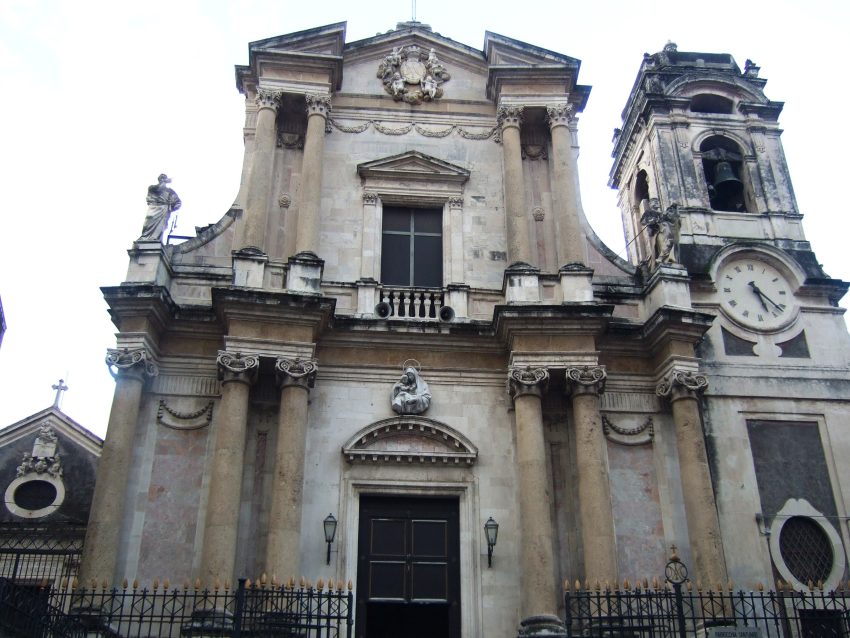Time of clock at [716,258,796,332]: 5:22
